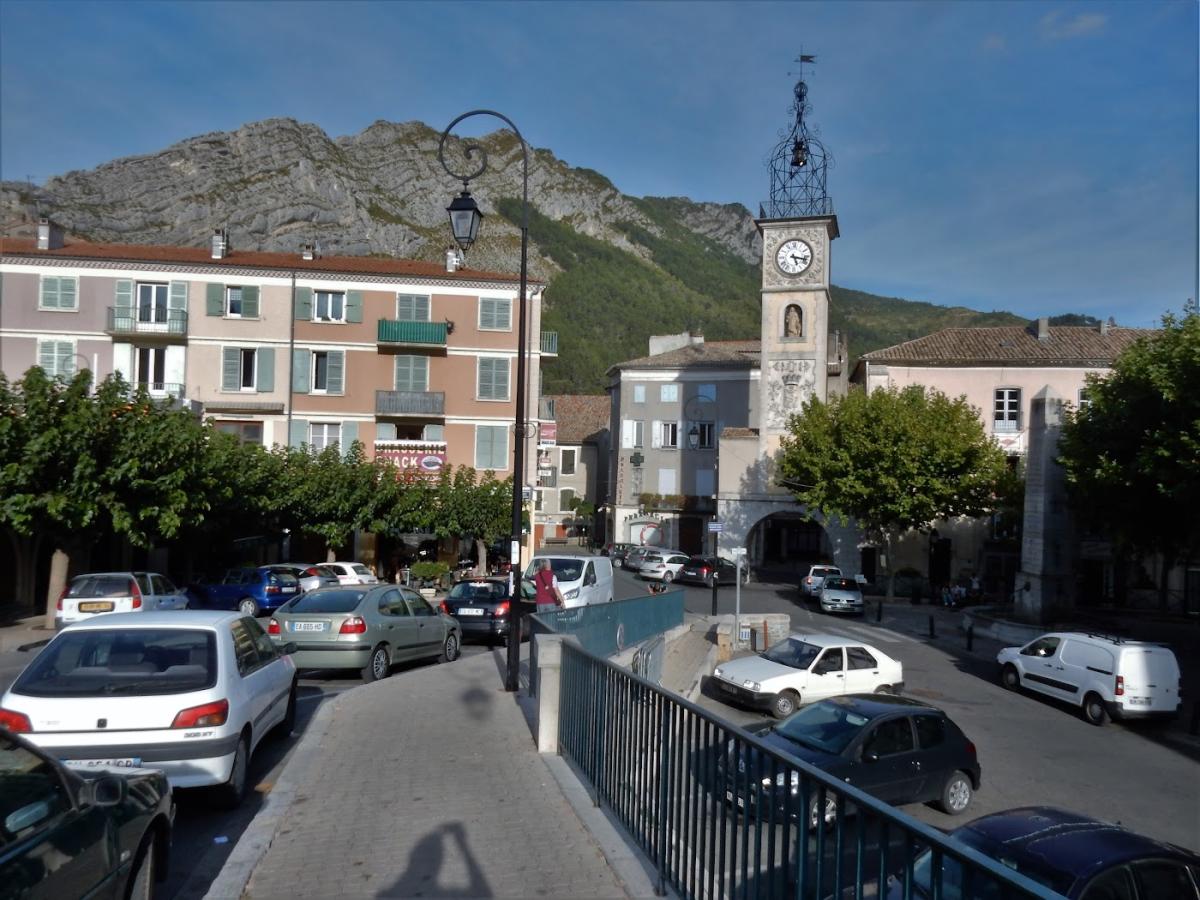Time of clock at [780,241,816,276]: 5:17
